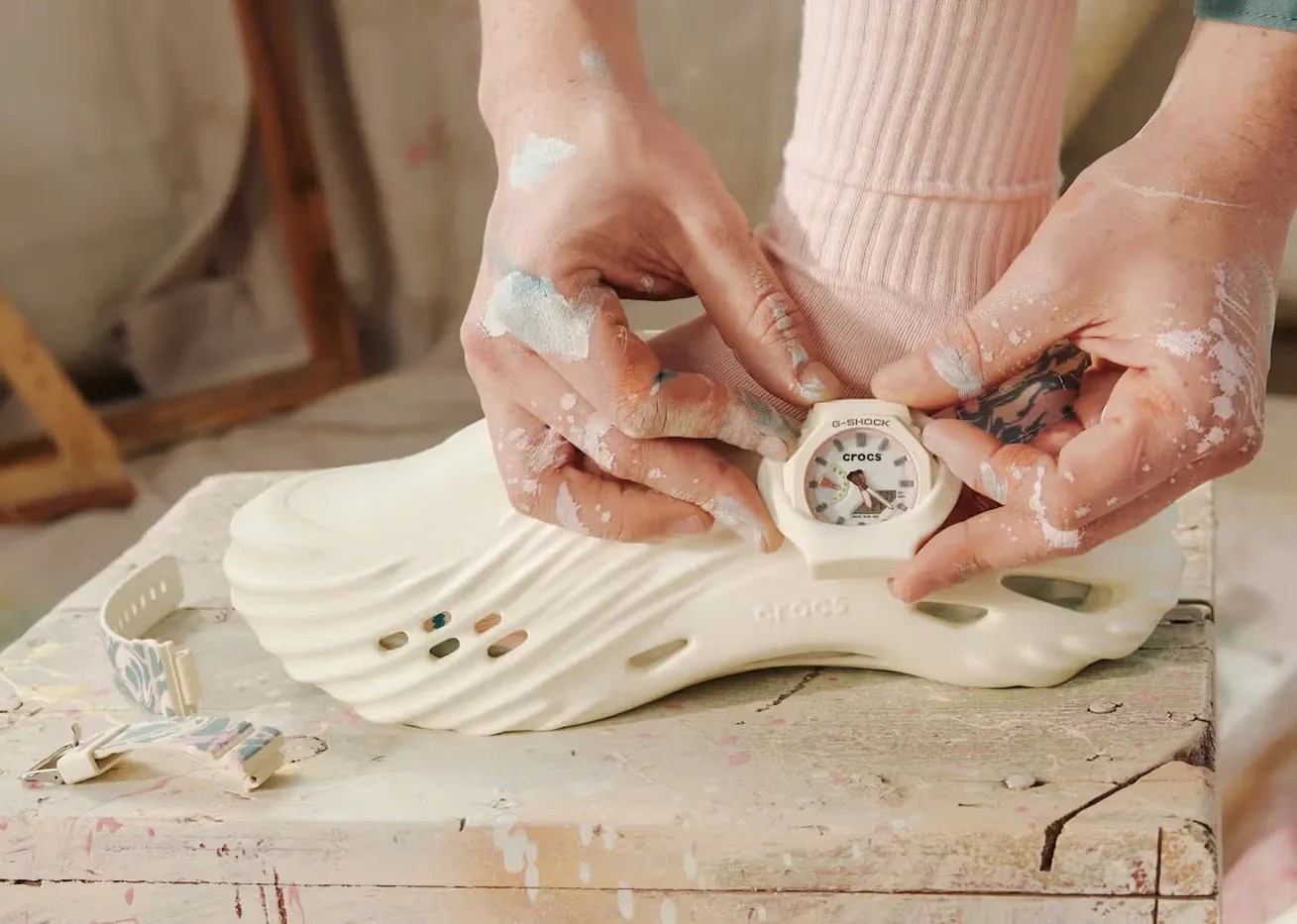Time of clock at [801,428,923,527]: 5:21
